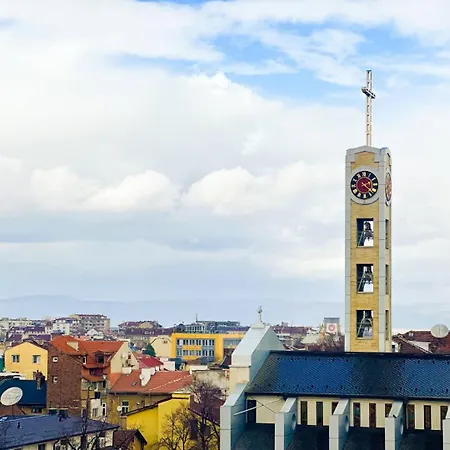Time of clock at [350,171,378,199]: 2:21
